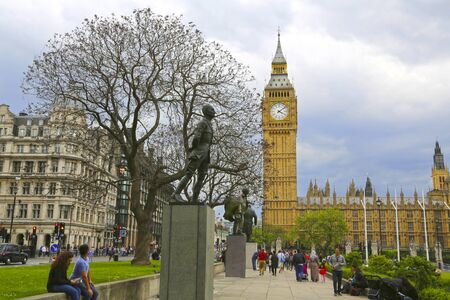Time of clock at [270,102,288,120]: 4:08
